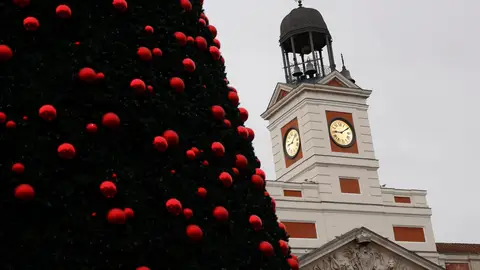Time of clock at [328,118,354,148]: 9:09
